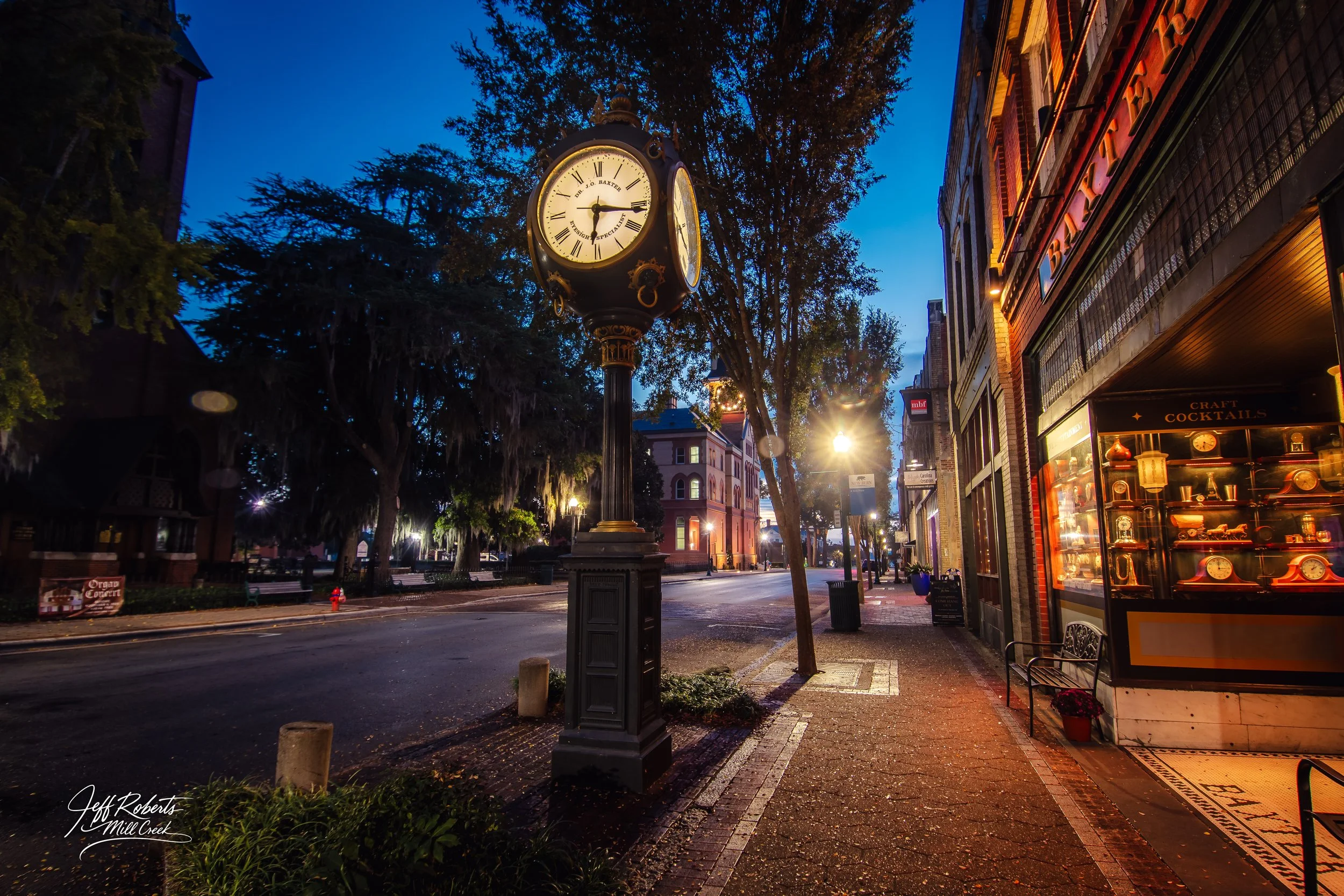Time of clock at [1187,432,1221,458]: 6:20
